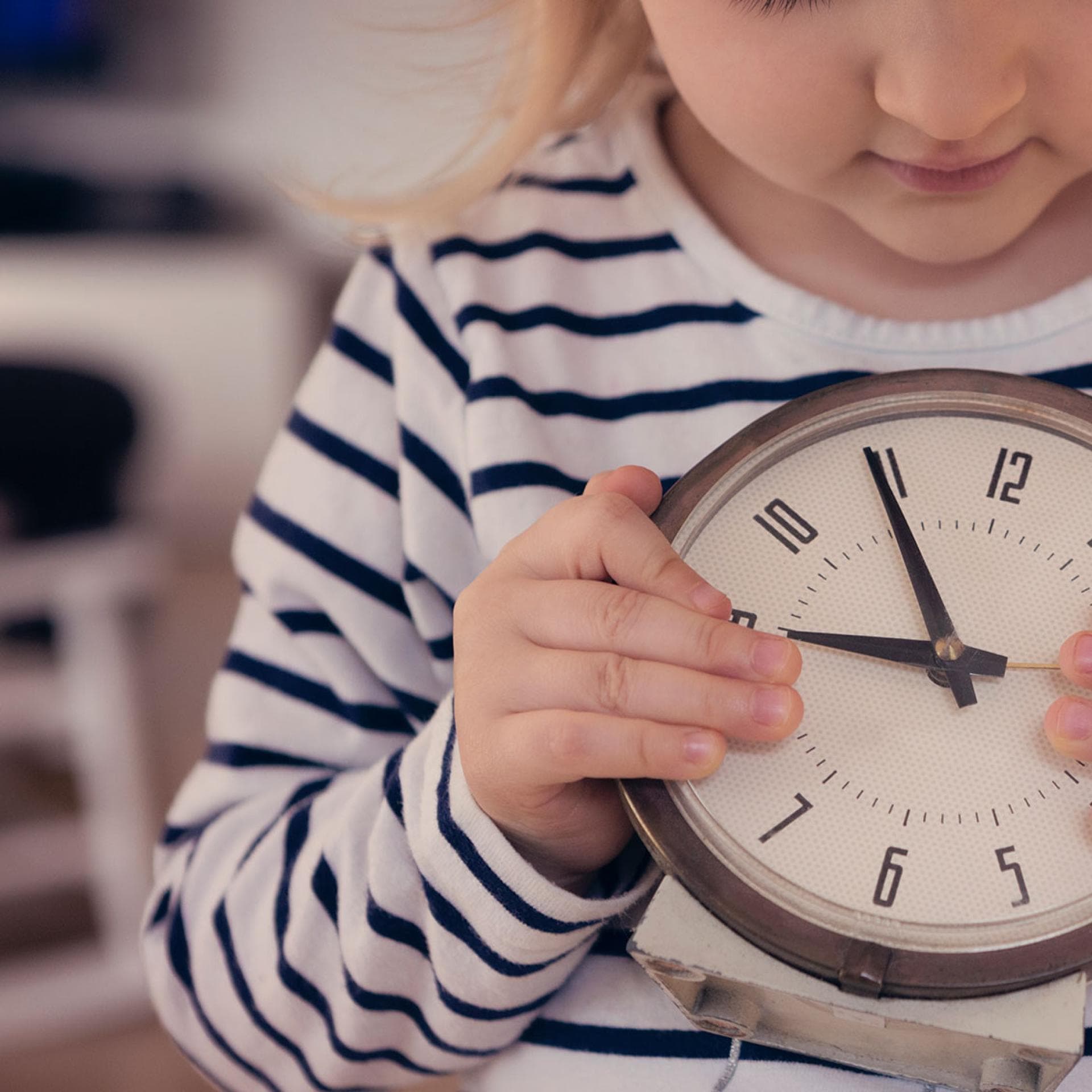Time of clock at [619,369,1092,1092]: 8:54
